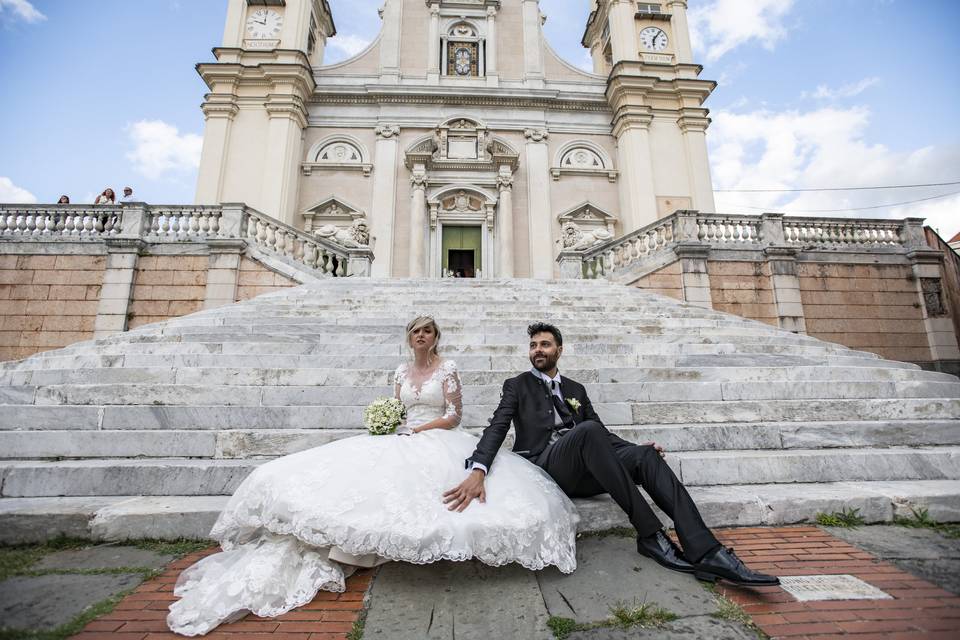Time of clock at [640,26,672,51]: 6:06
